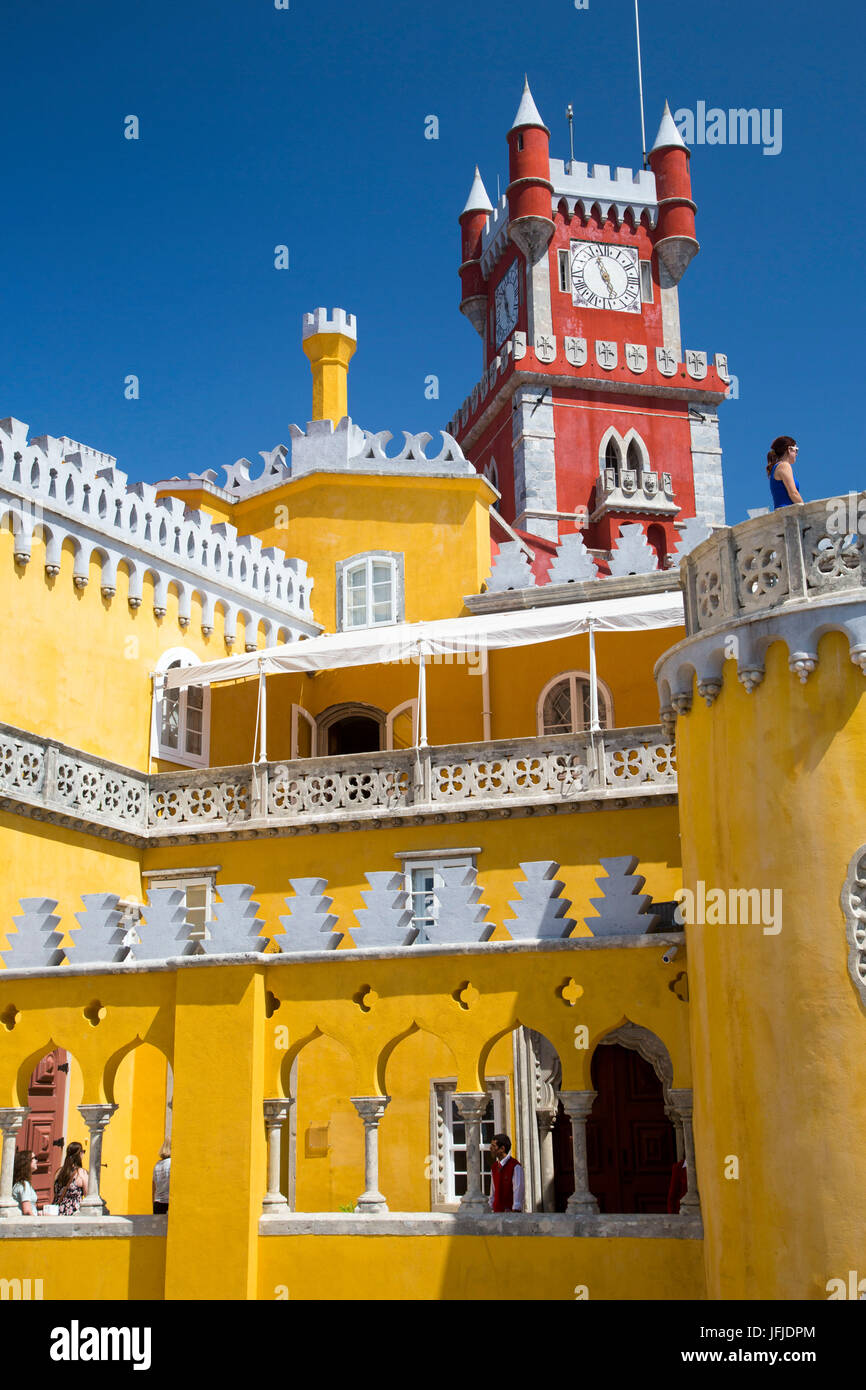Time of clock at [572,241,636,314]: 4:56
